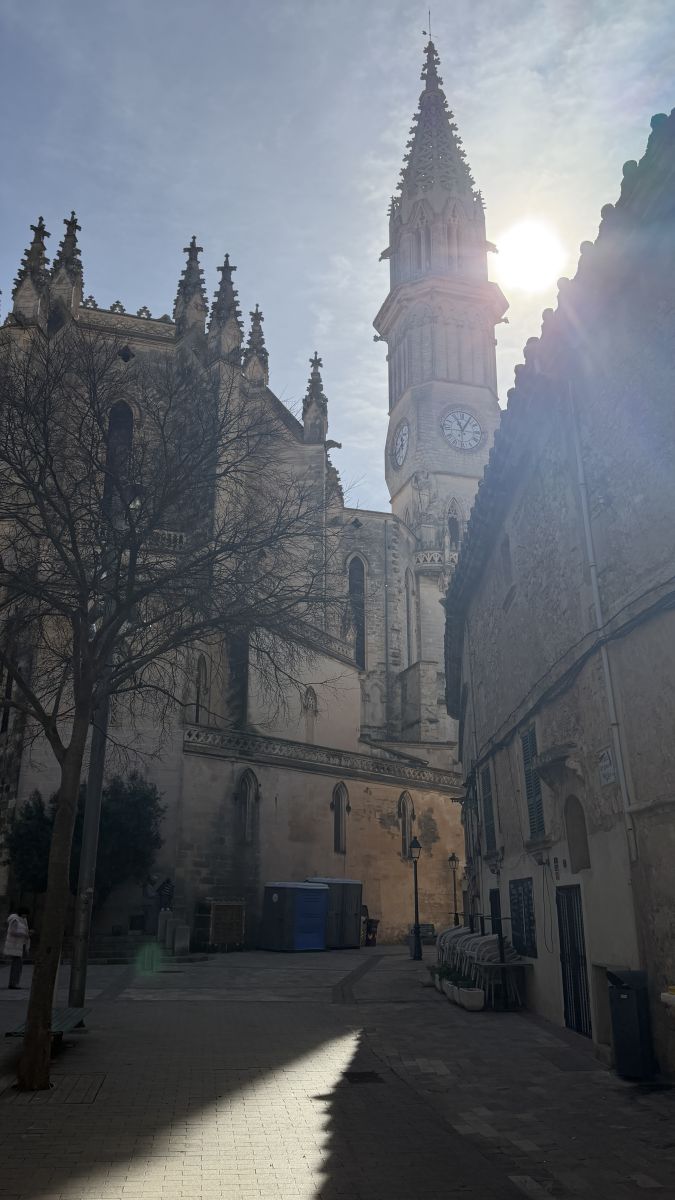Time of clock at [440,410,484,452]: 11:05
